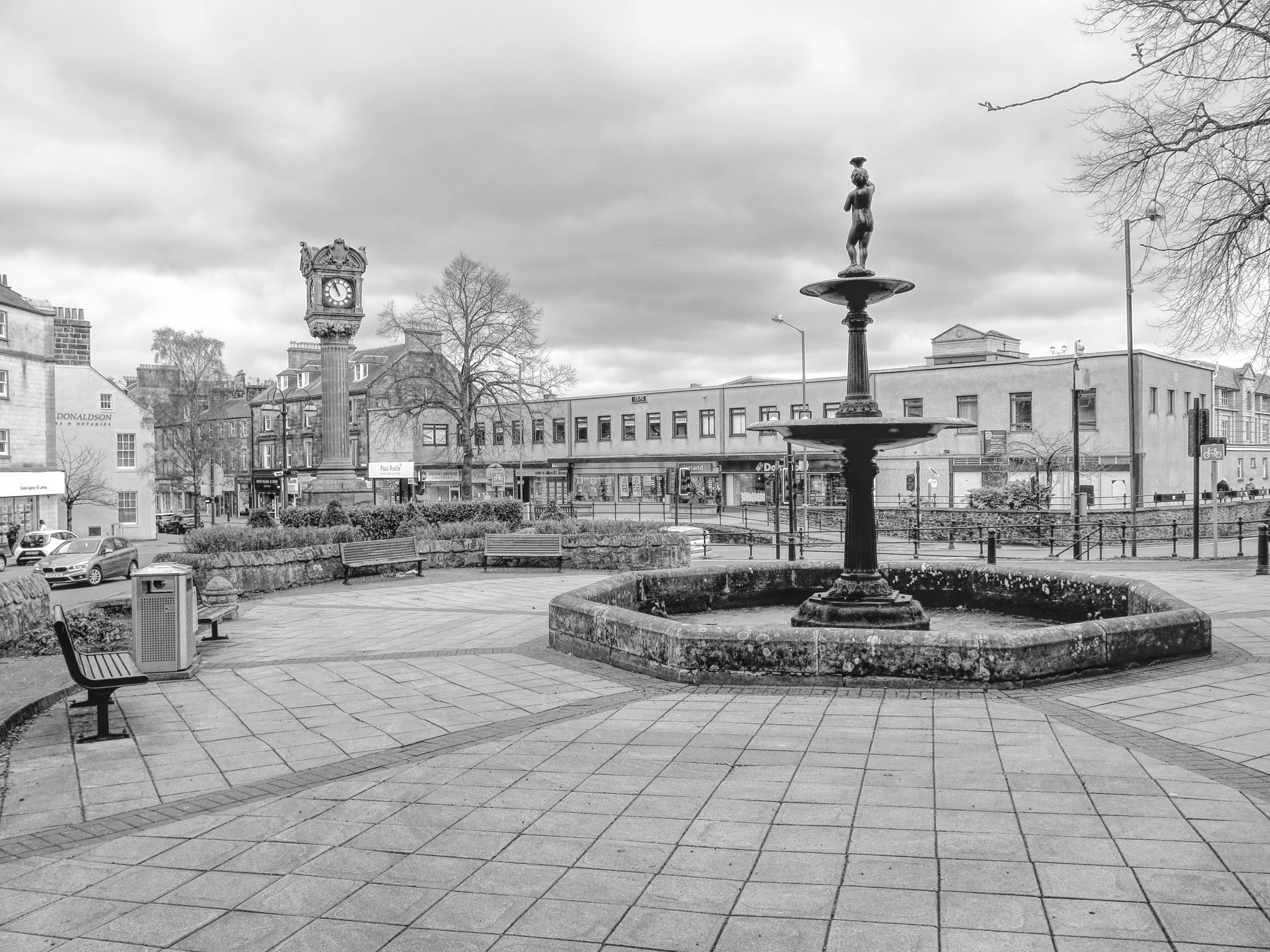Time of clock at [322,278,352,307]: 10:56
